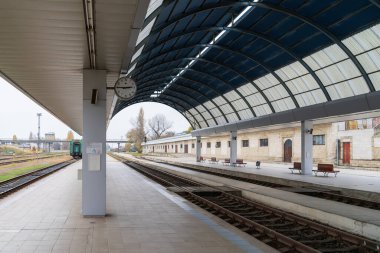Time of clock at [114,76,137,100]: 2:45
